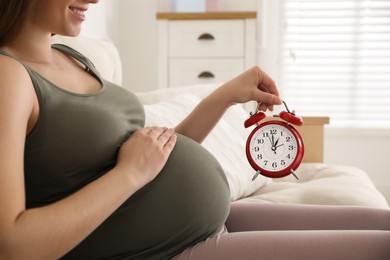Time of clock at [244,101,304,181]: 12:59
